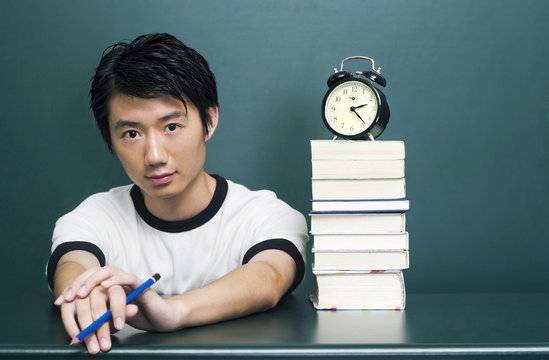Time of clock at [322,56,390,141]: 2:22
